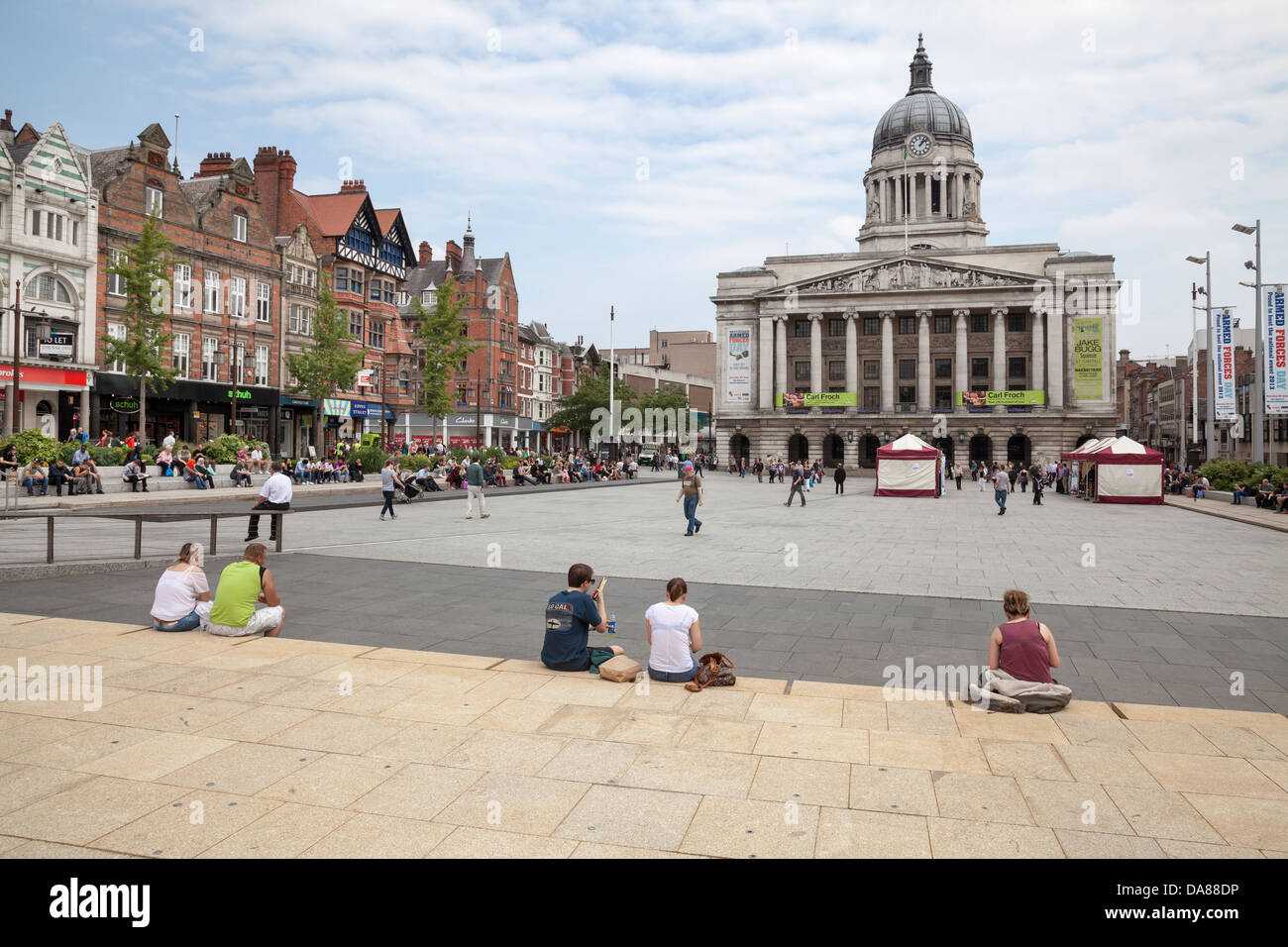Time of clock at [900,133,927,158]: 1:08
